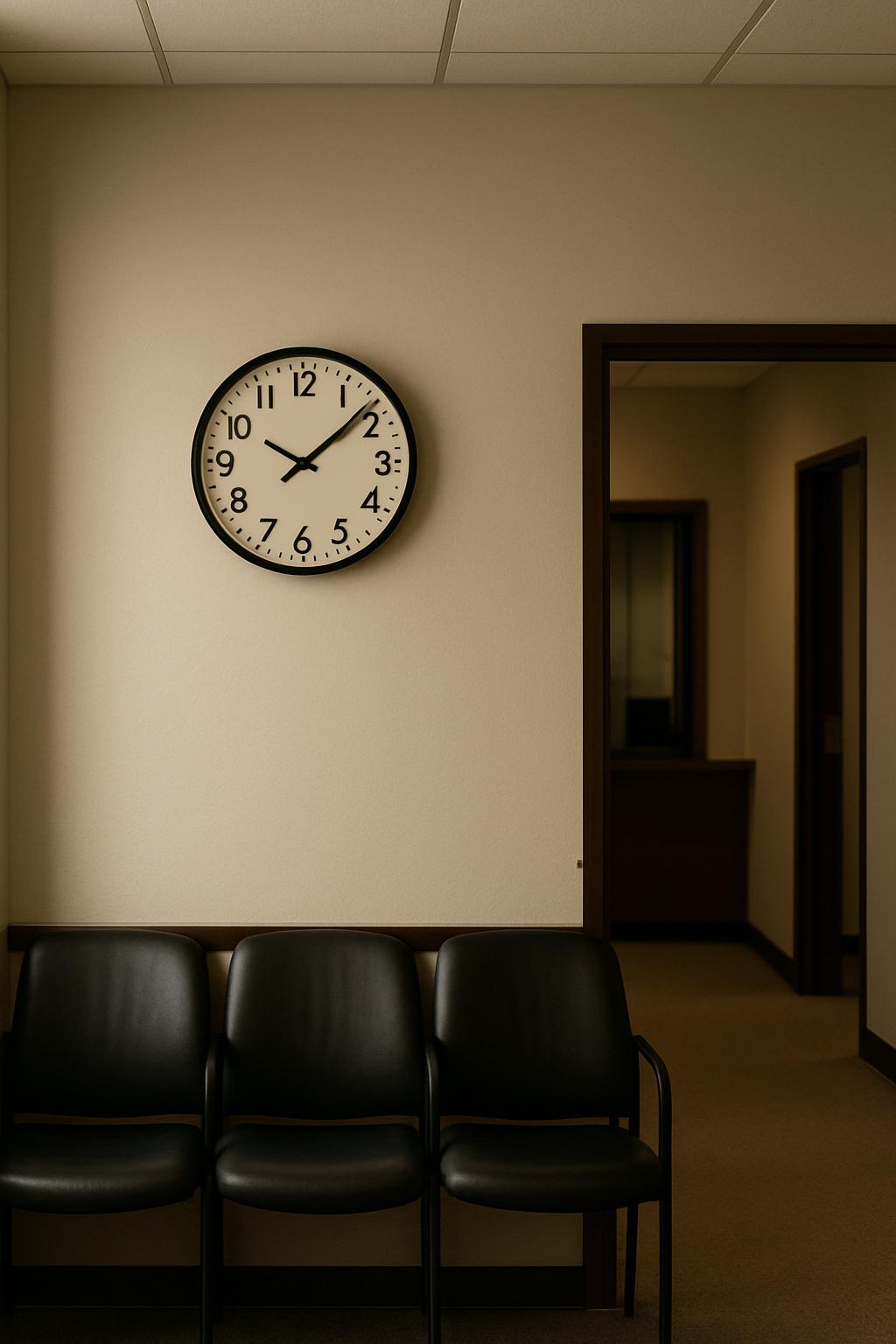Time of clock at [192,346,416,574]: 10:08
